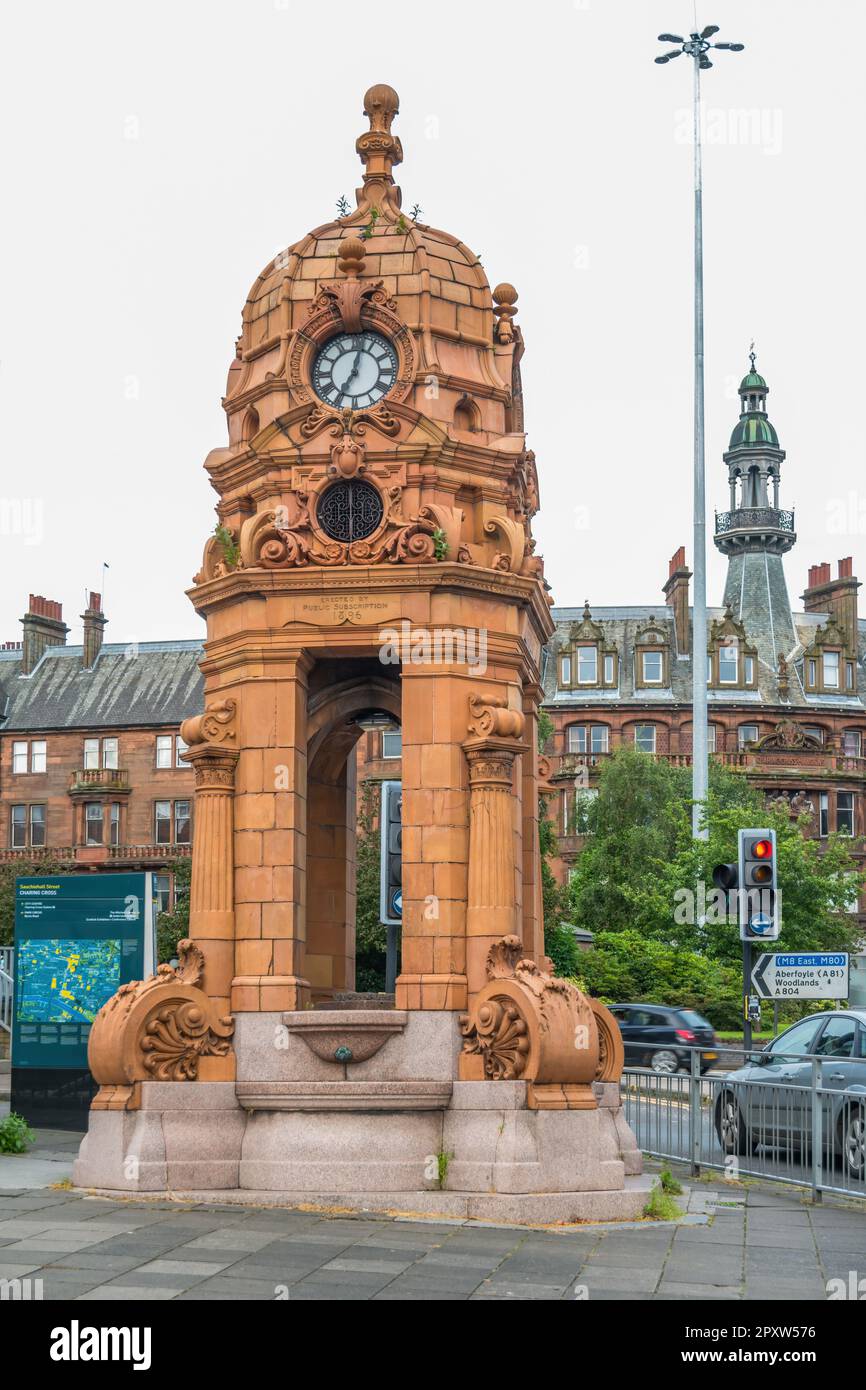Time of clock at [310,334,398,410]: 7:02
